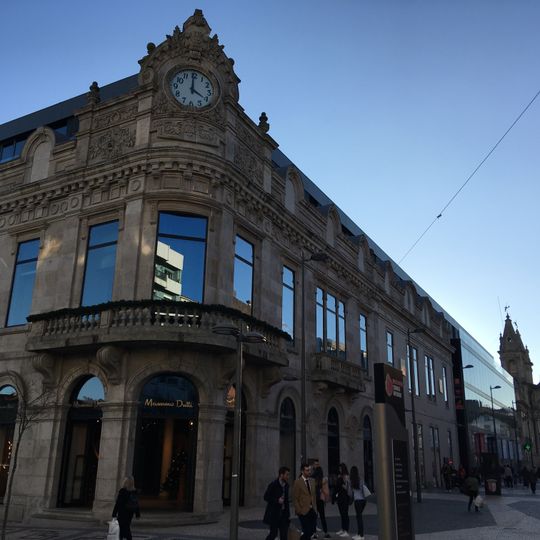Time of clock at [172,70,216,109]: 4:00
